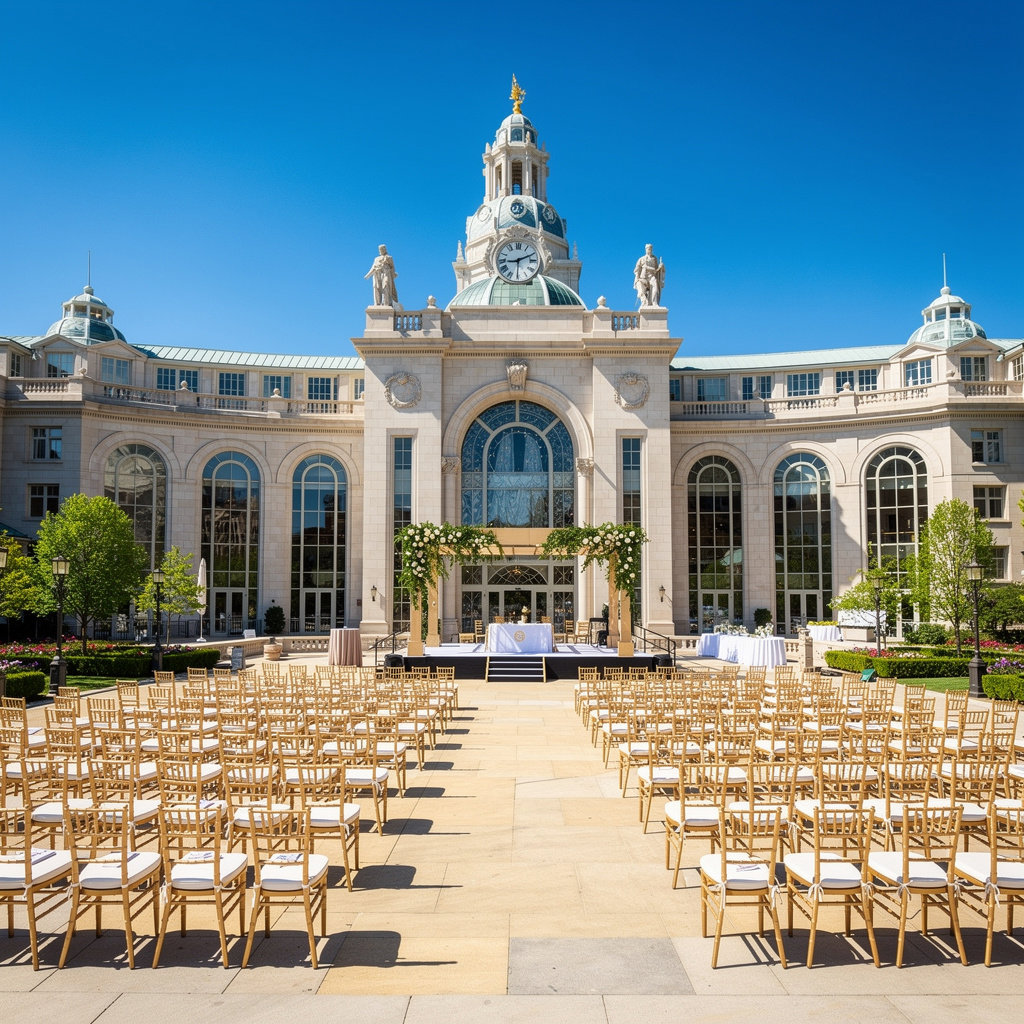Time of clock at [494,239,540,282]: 9:10
